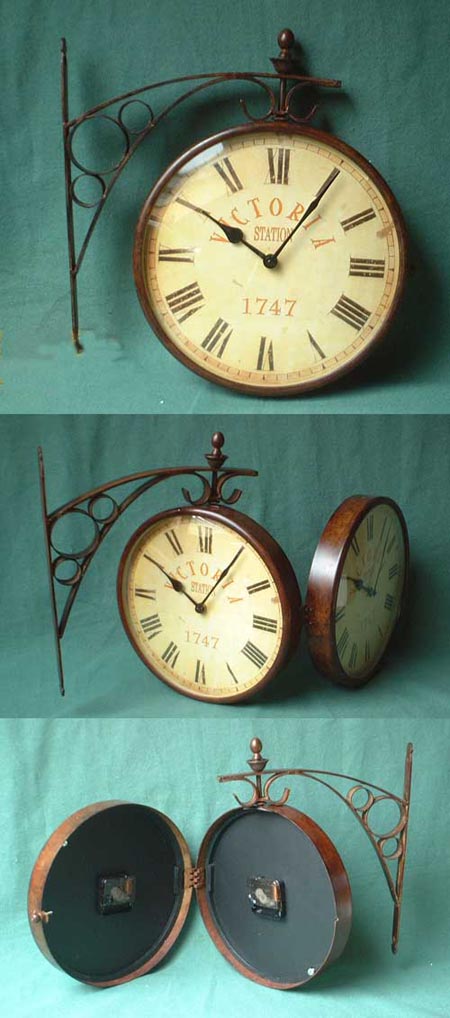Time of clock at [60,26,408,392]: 10:05
